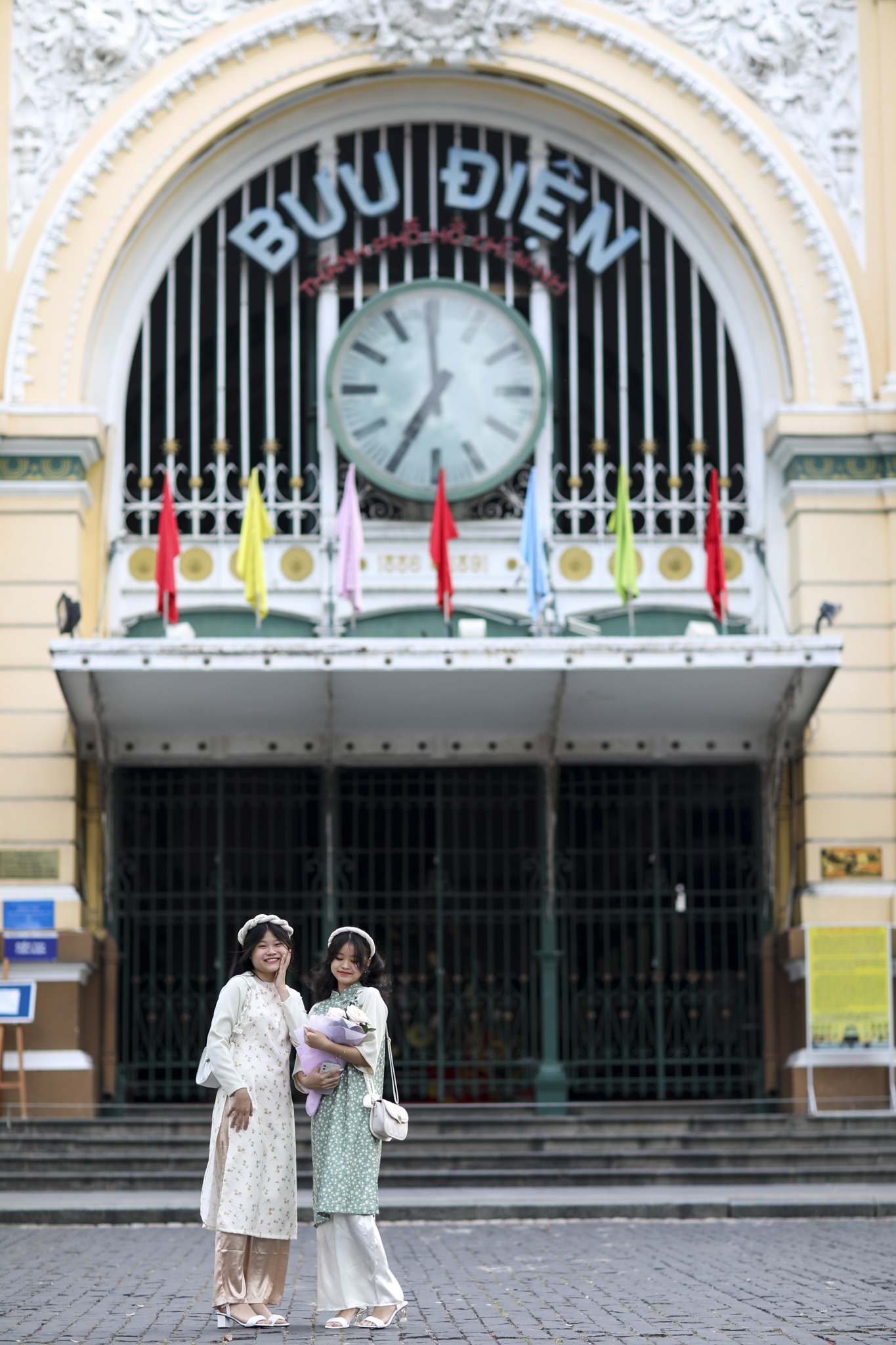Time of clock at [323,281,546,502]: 6:59
